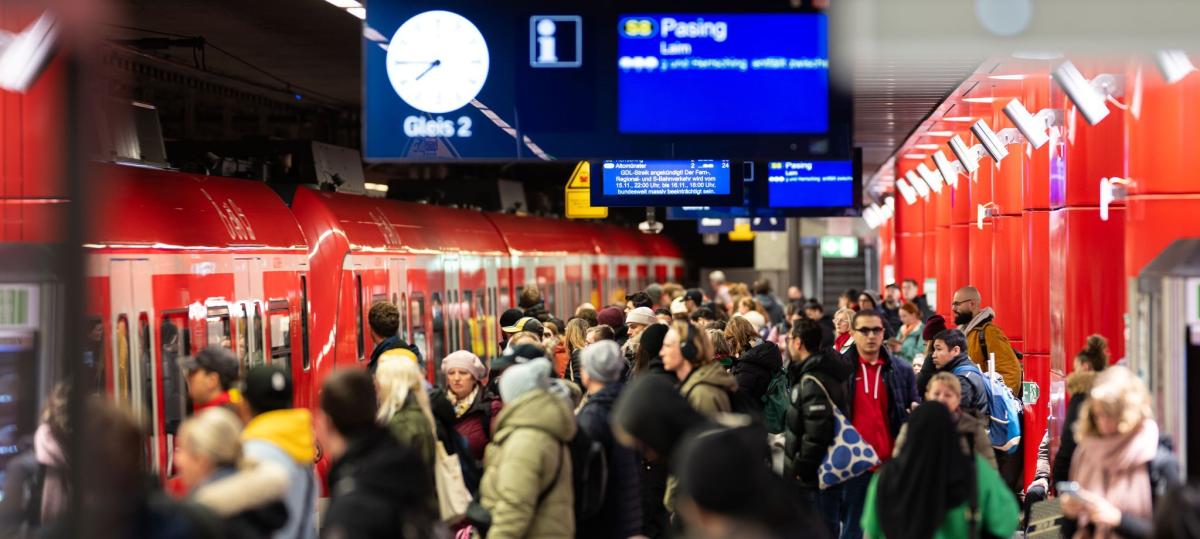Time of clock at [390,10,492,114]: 7:44
